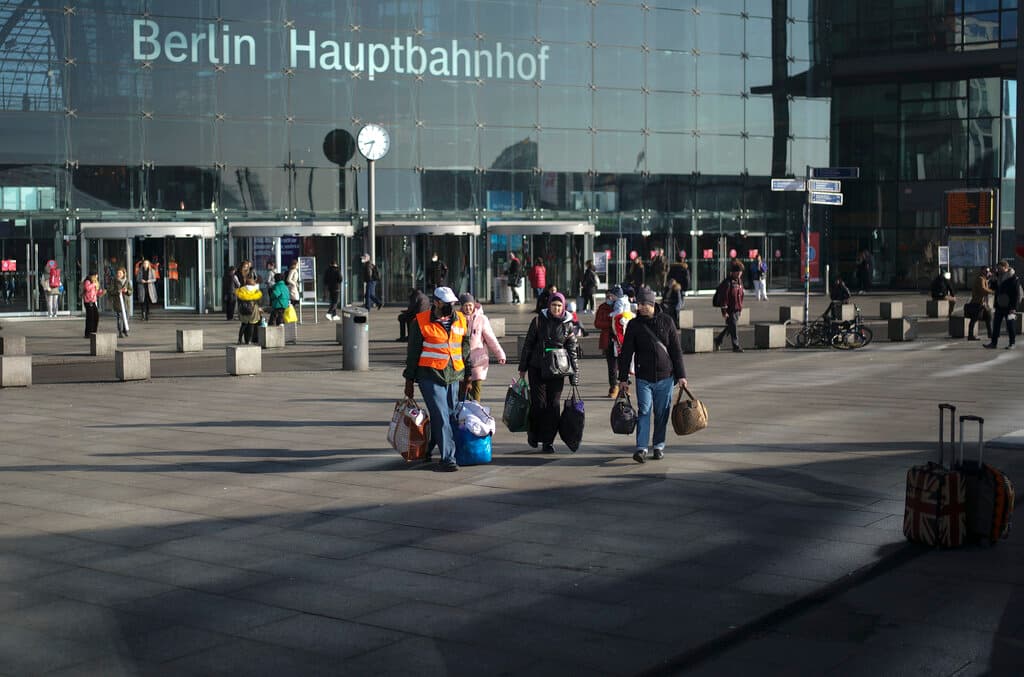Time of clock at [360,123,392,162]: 8:34
